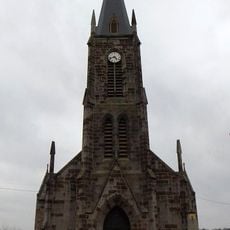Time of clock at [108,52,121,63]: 4:42
